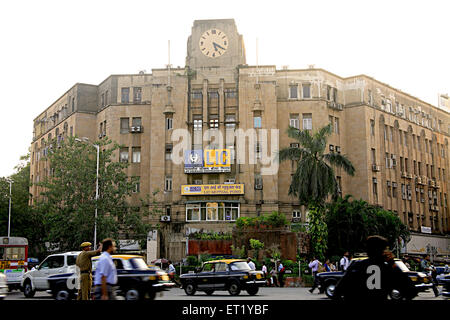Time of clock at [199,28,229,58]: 5:20
